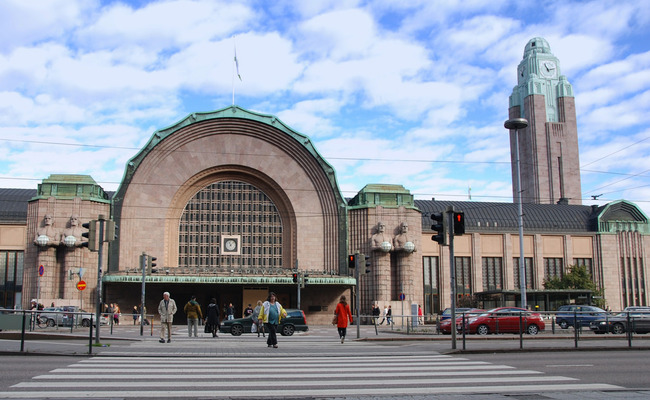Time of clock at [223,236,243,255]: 11:07
